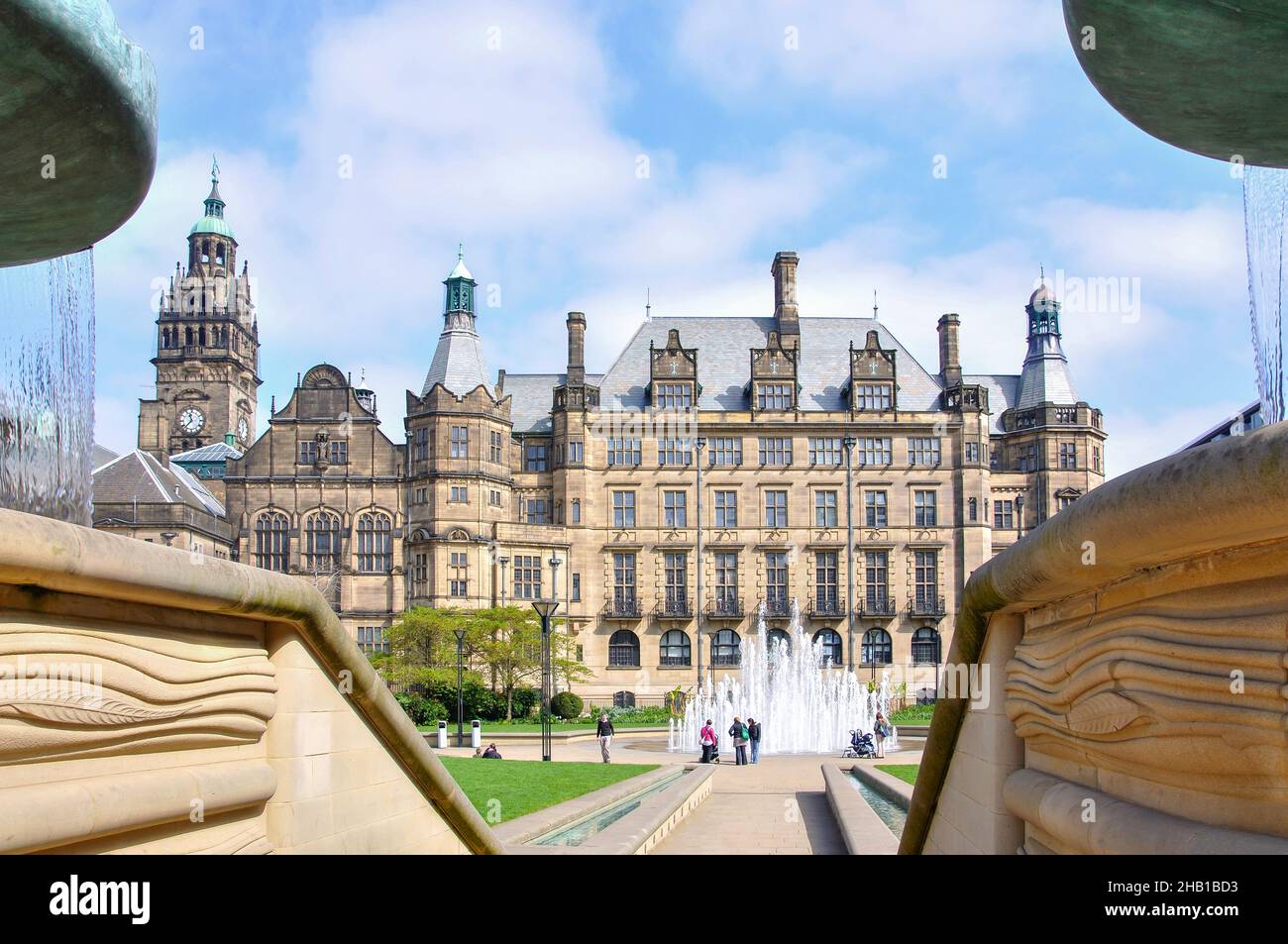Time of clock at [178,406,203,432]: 11:37
